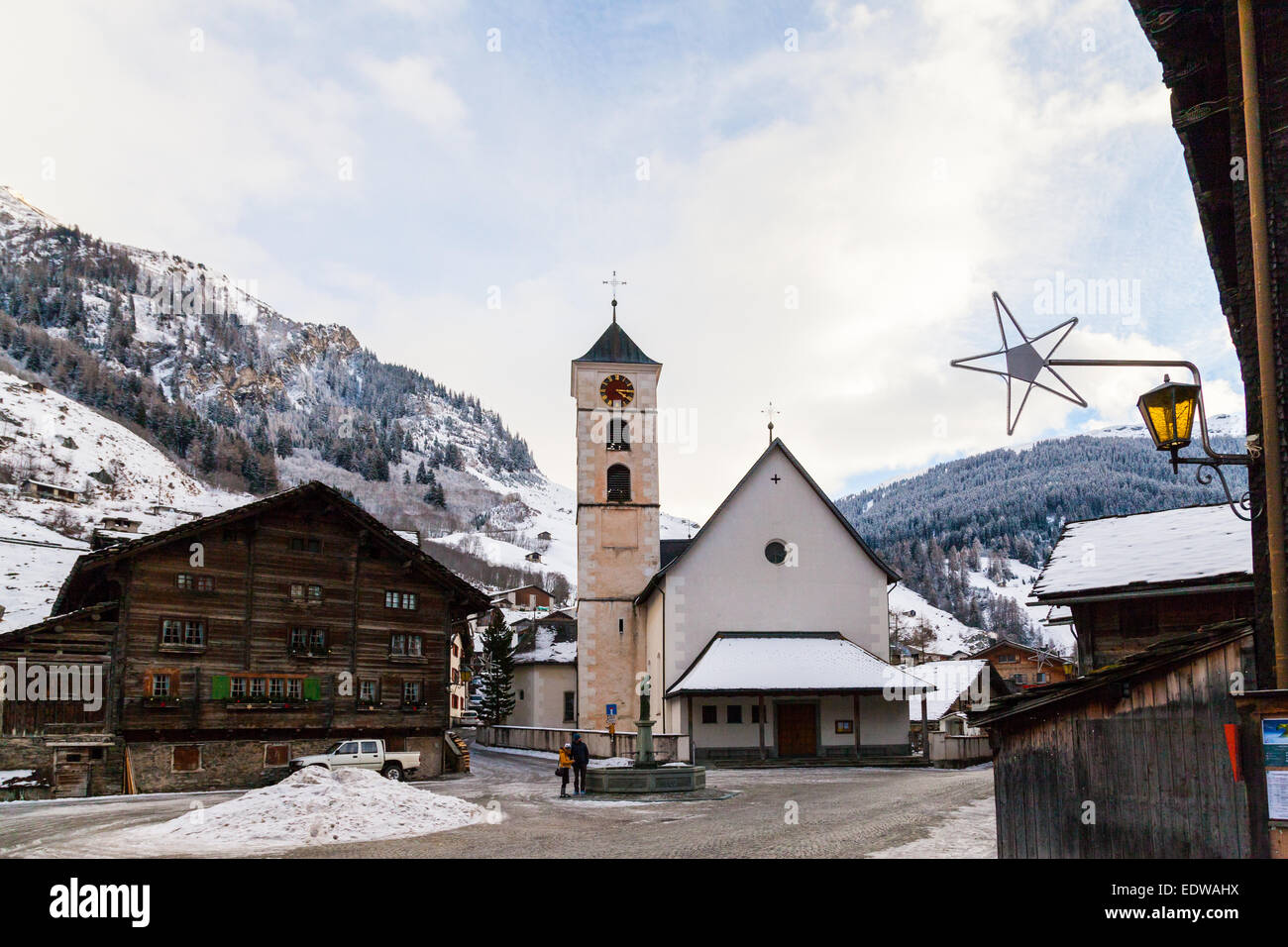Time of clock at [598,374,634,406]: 4:14
